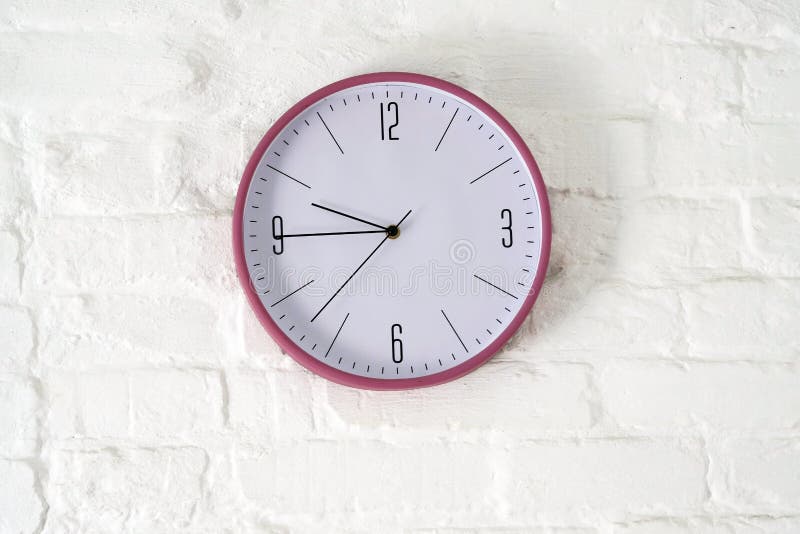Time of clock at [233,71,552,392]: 9:45
